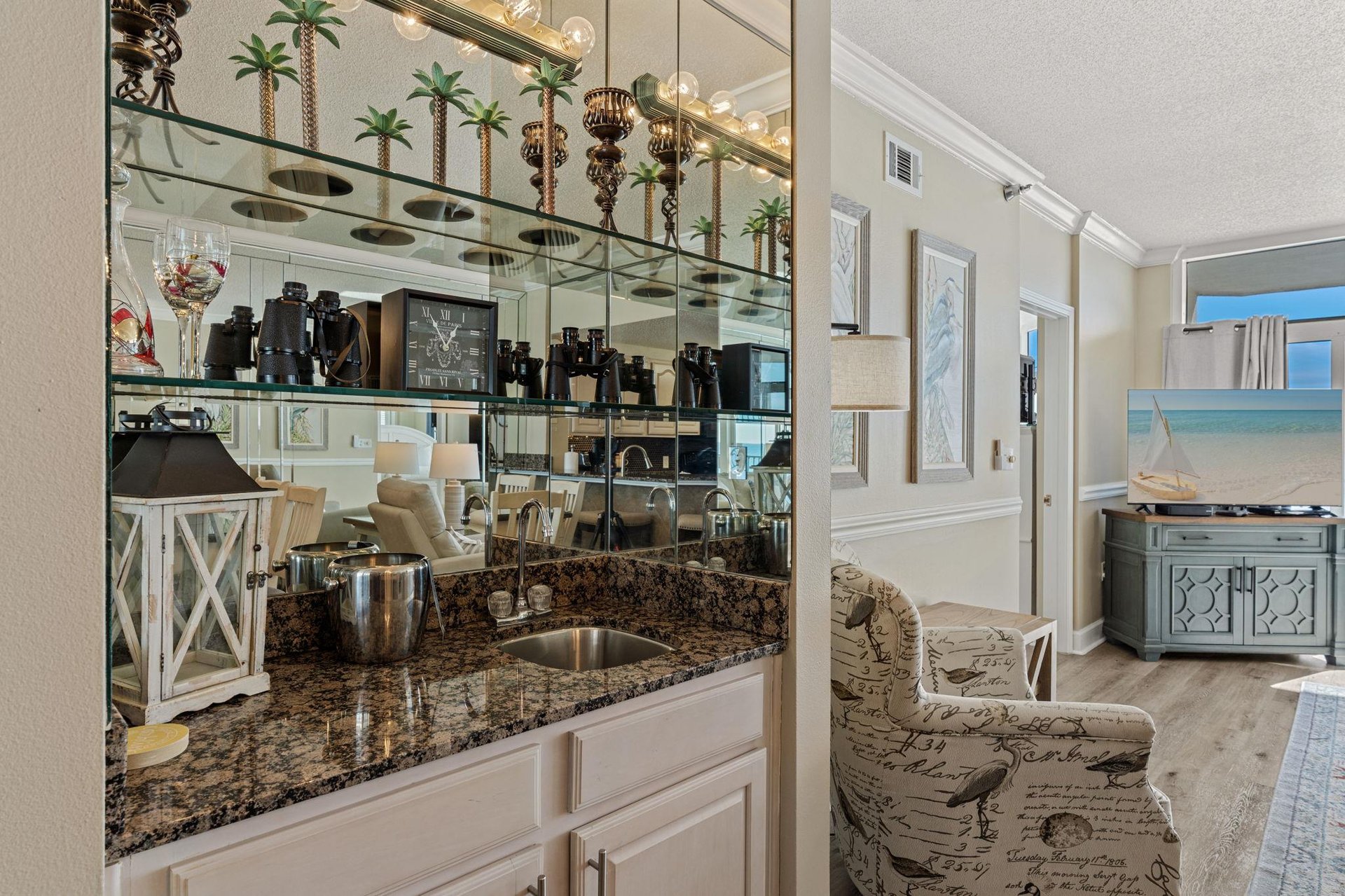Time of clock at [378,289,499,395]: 12:55
